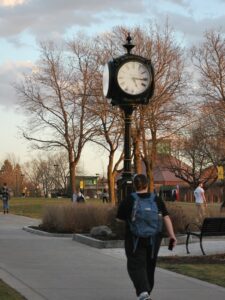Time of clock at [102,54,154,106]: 5:15
